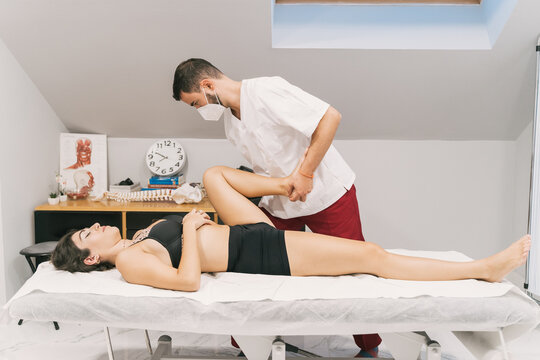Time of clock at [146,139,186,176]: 7:49
